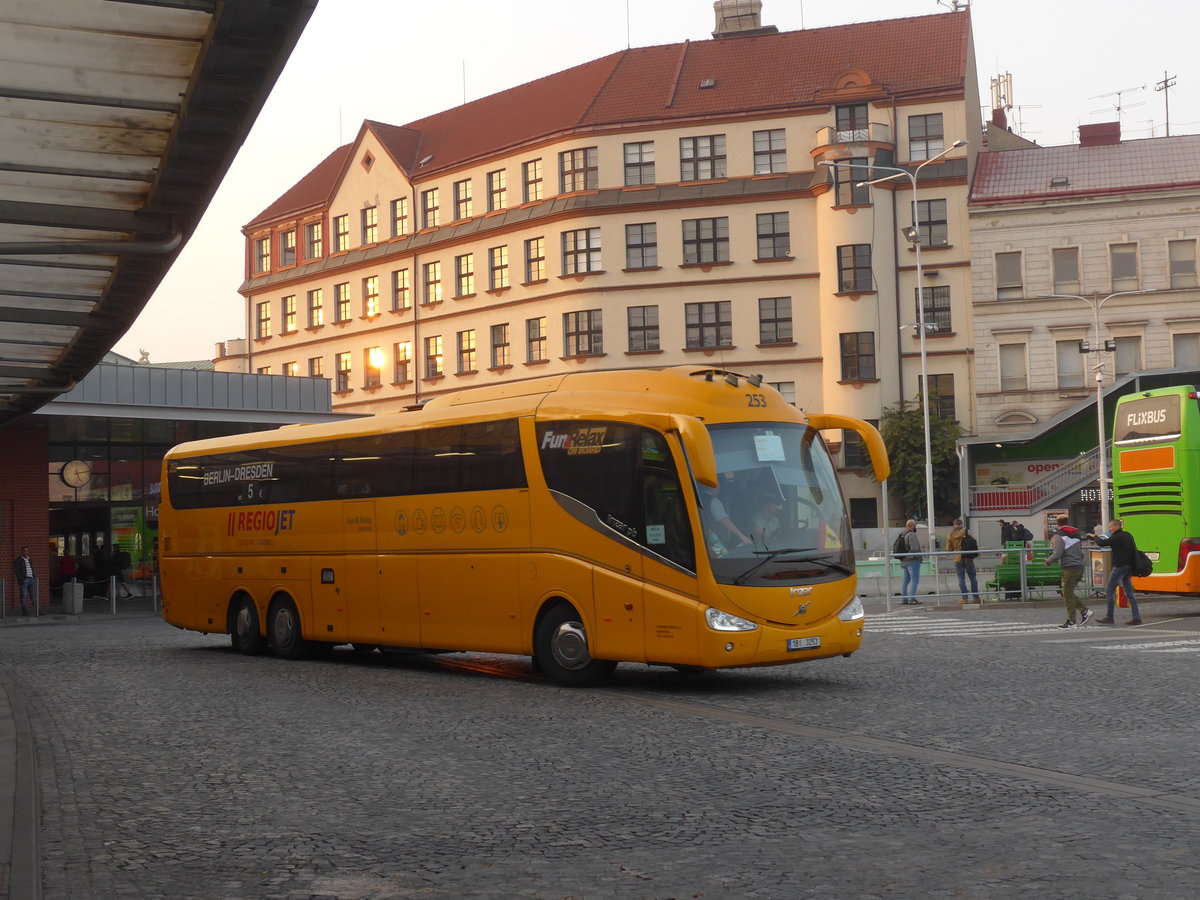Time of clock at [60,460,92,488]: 5:12
